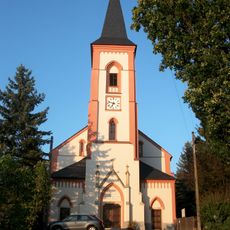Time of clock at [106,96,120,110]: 6:47
